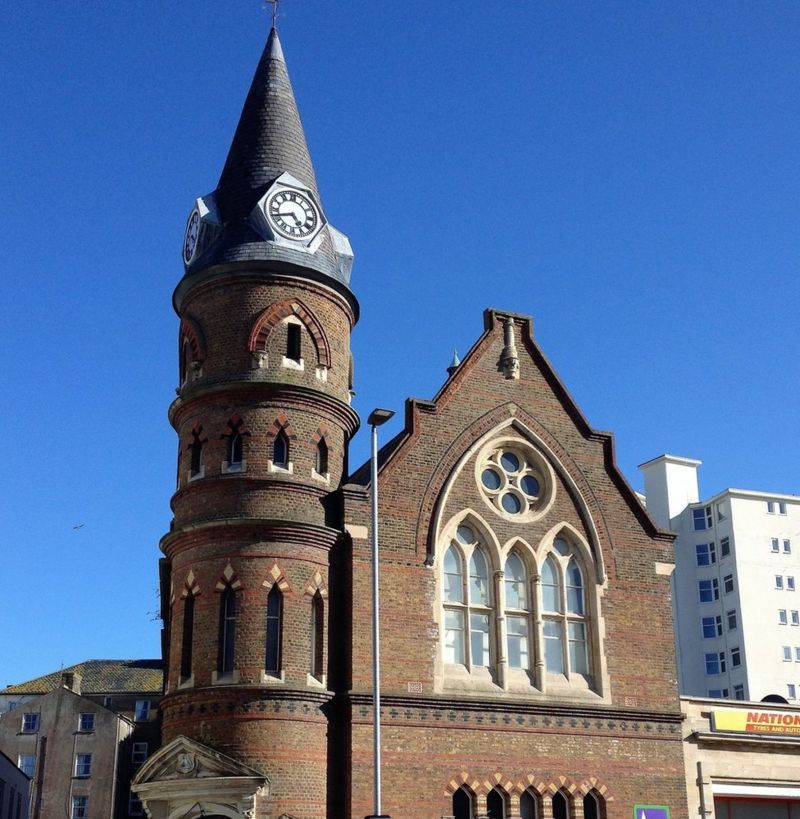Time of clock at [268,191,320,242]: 4:42
